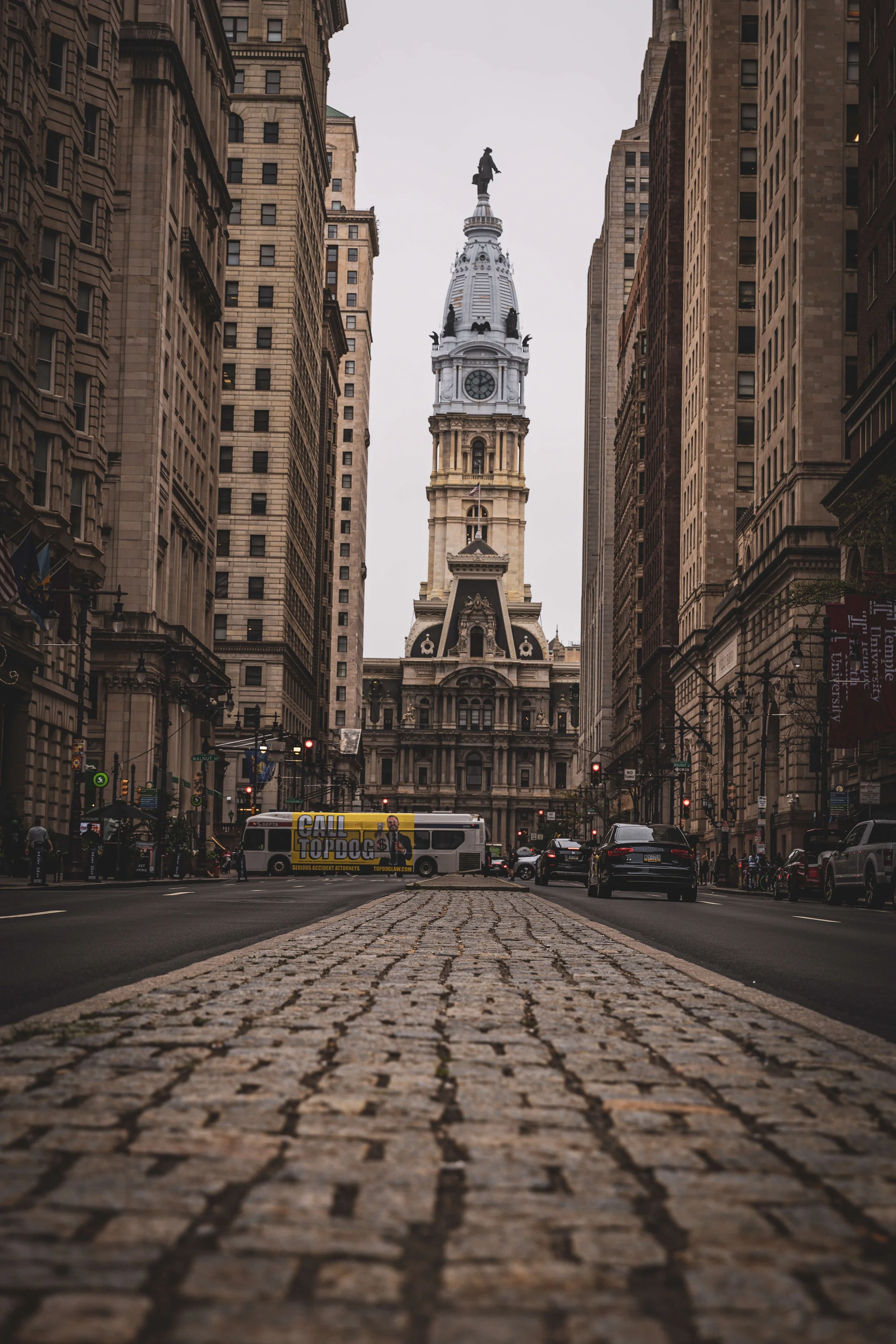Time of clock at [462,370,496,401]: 12:11
